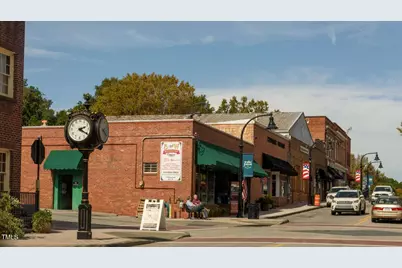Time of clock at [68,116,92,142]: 2:20
